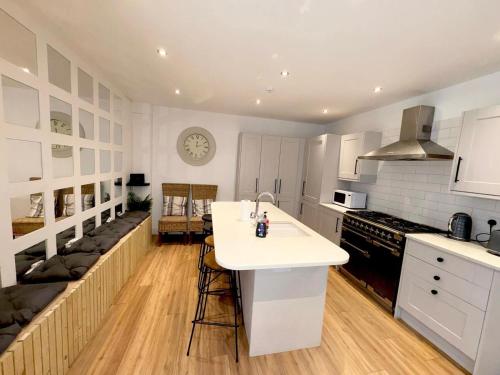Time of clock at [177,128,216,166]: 12:11
